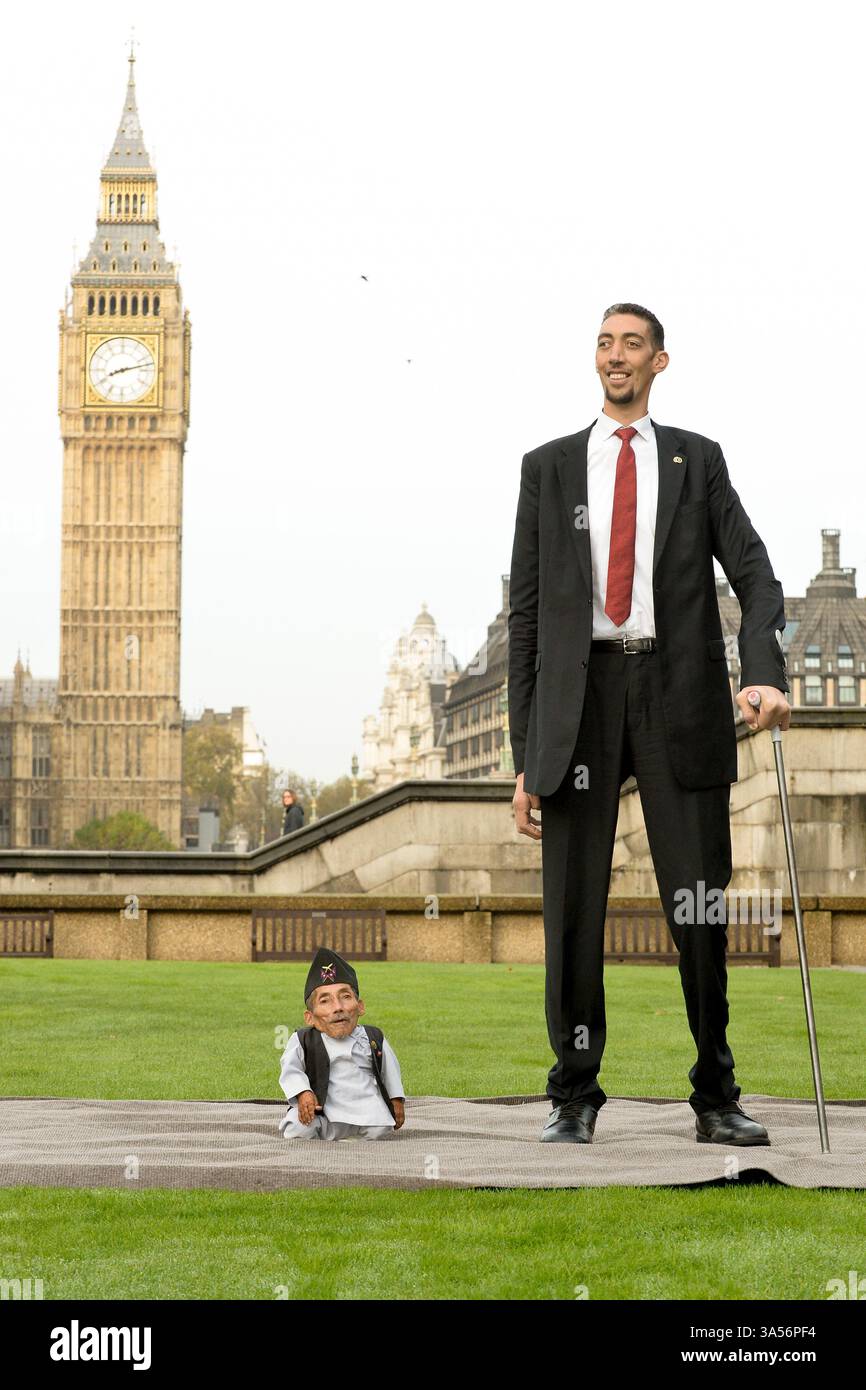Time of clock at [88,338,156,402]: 8:12
